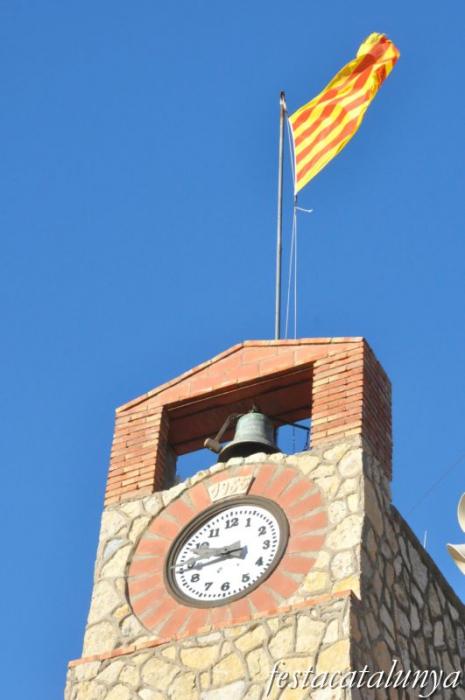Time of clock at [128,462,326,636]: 9:43
